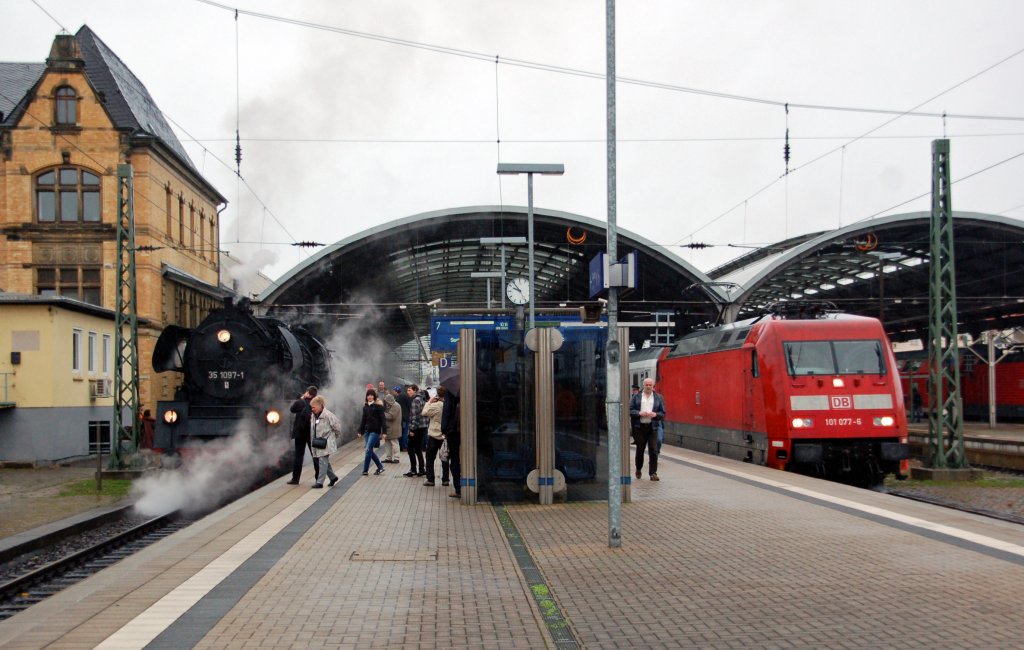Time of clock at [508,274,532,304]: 9:53
